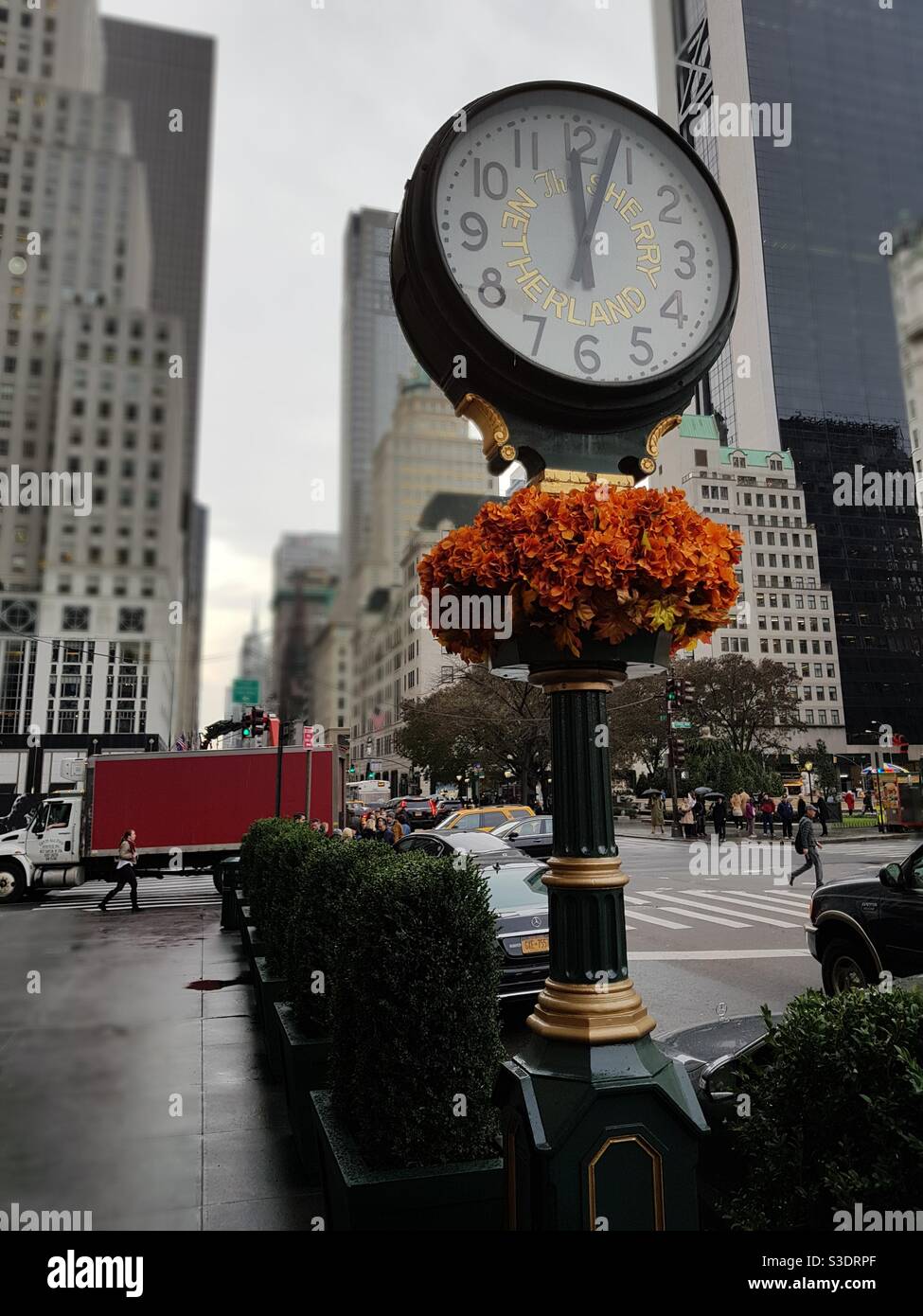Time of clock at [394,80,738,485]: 12:03
